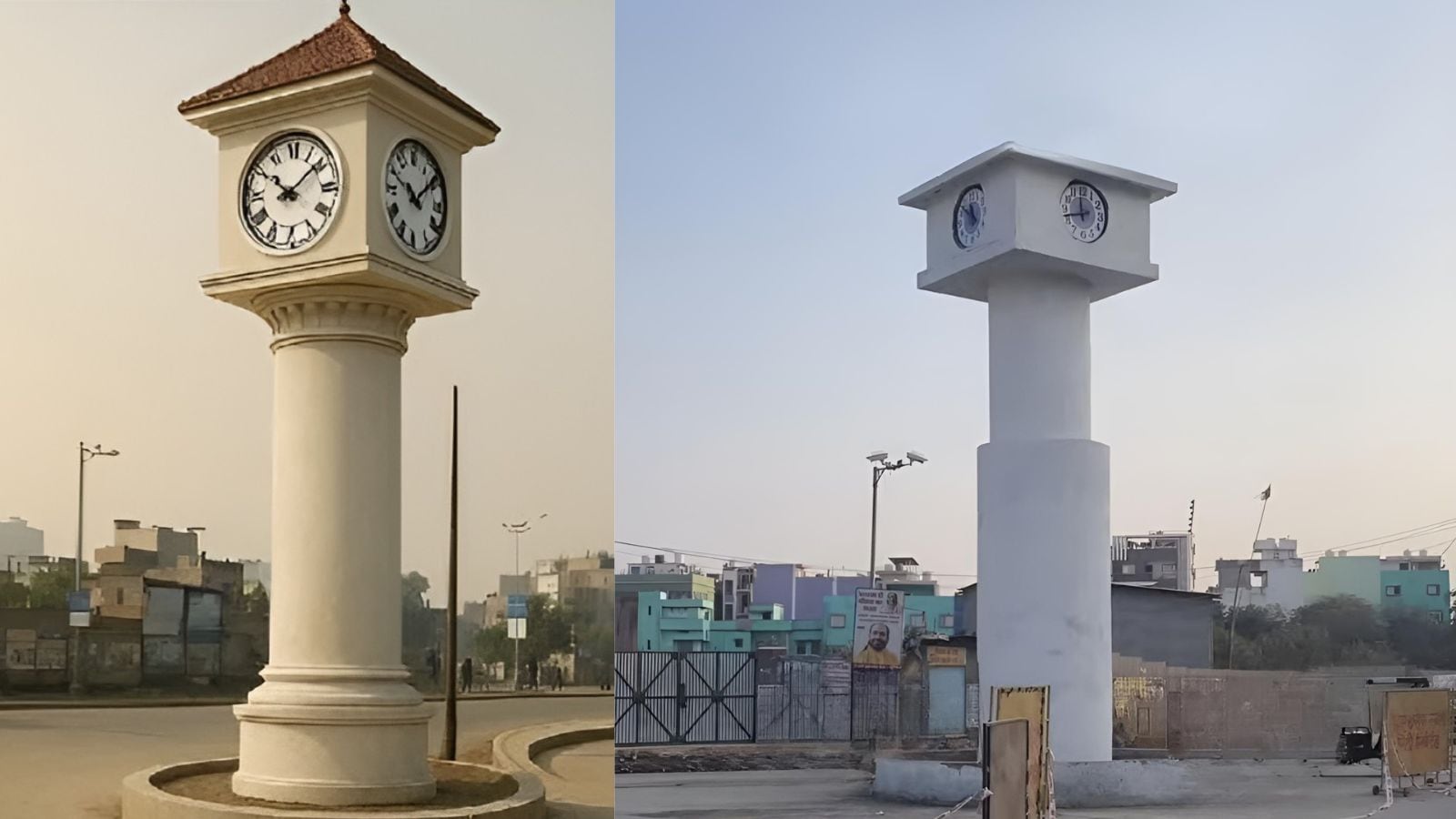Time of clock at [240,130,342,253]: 10:08
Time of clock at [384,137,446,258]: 10:08
